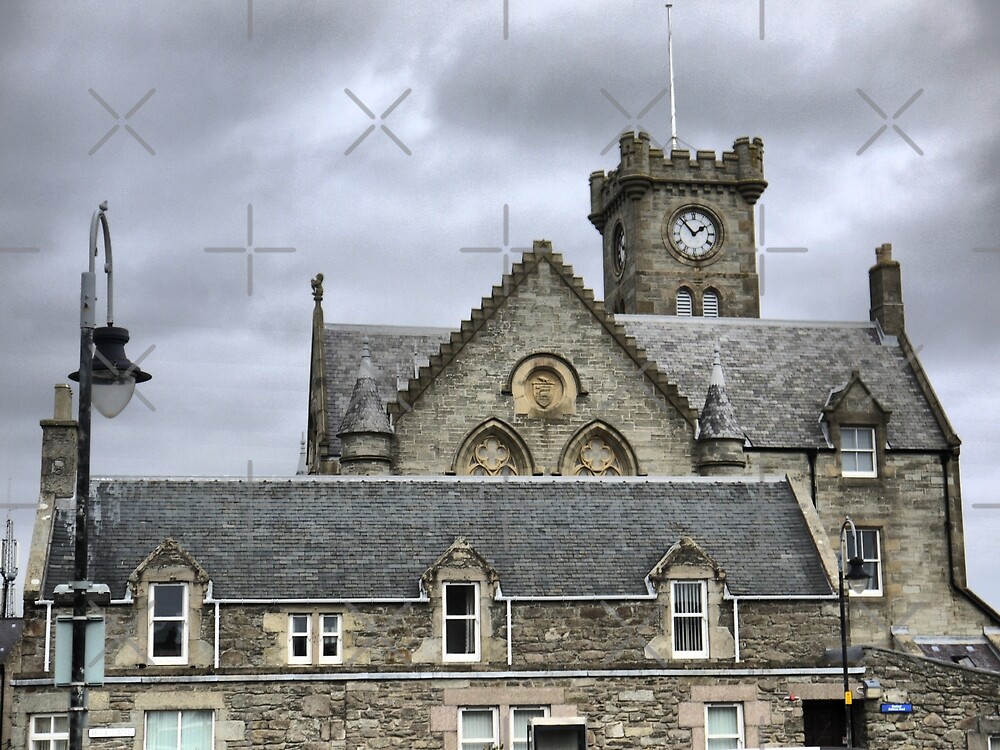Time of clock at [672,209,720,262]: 1:53
